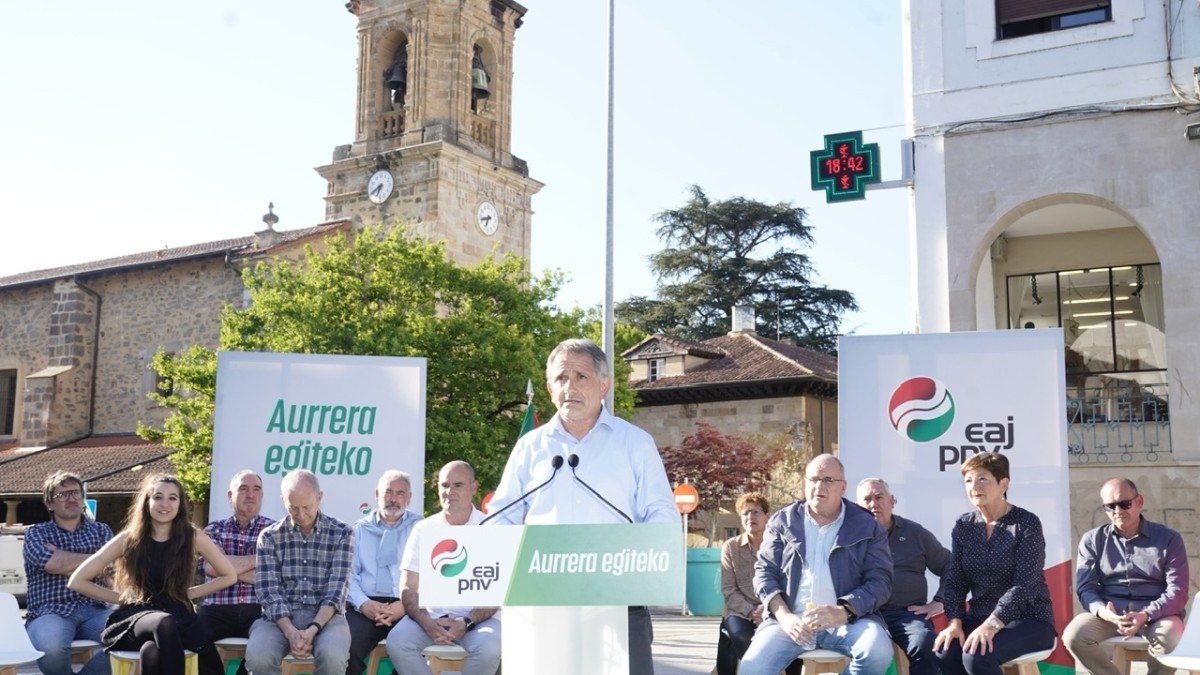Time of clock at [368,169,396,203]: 6:40
